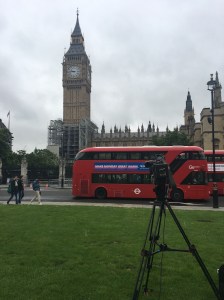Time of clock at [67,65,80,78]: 9:45
